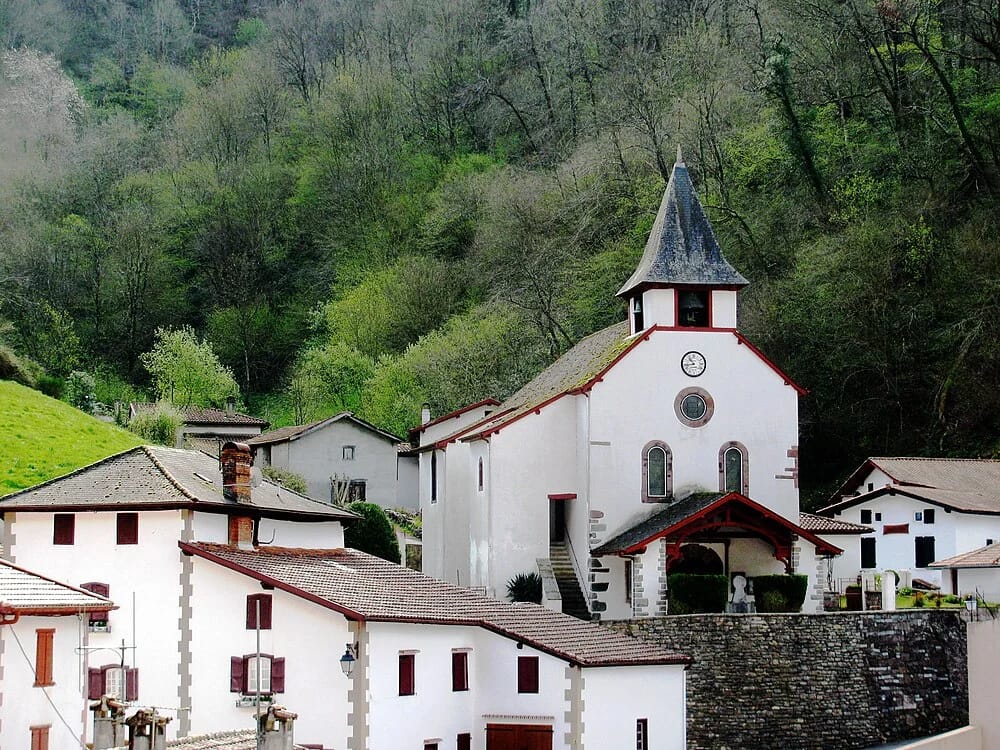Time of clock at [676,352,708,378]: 10:43
